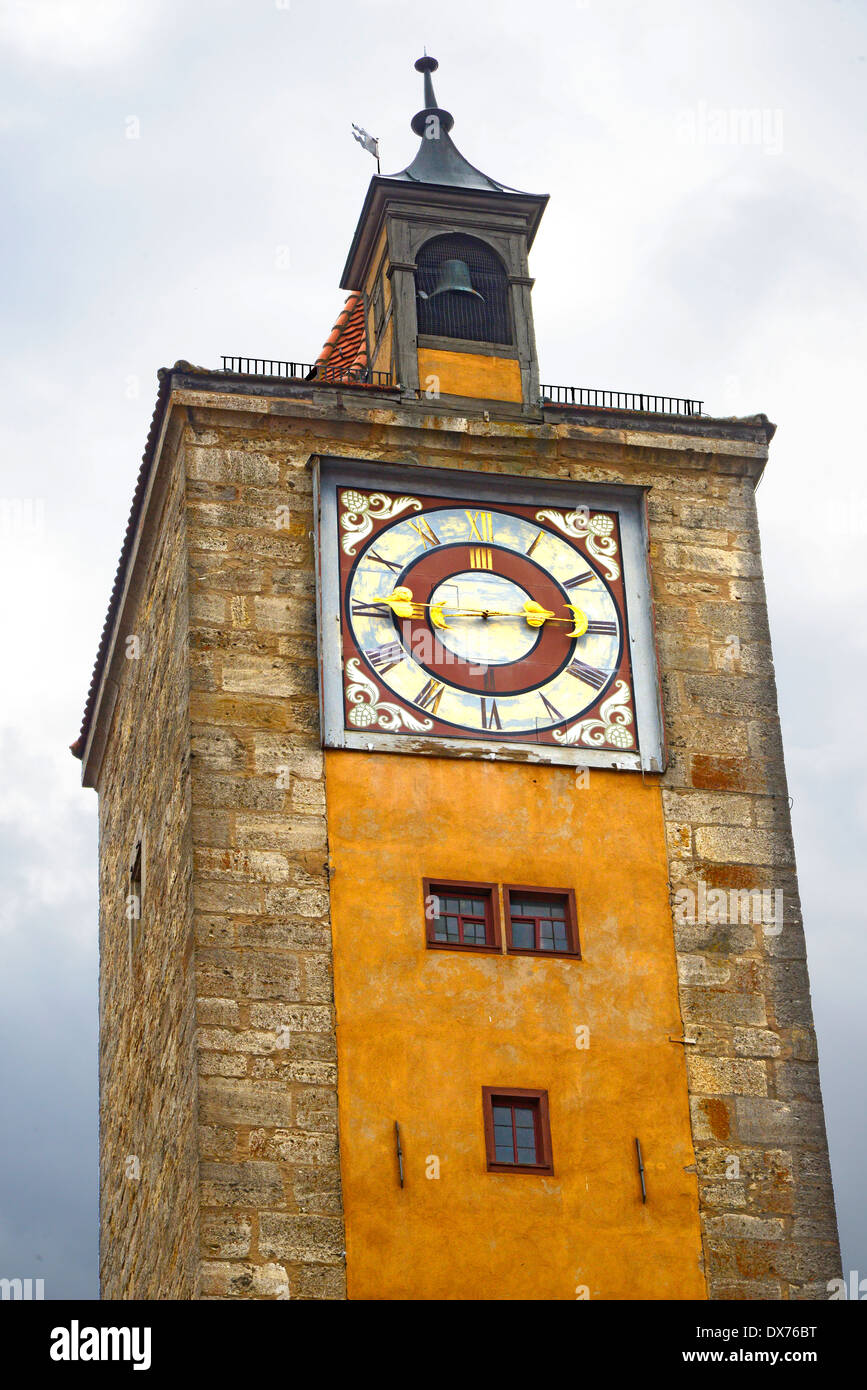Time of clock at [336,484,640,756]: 2:44
